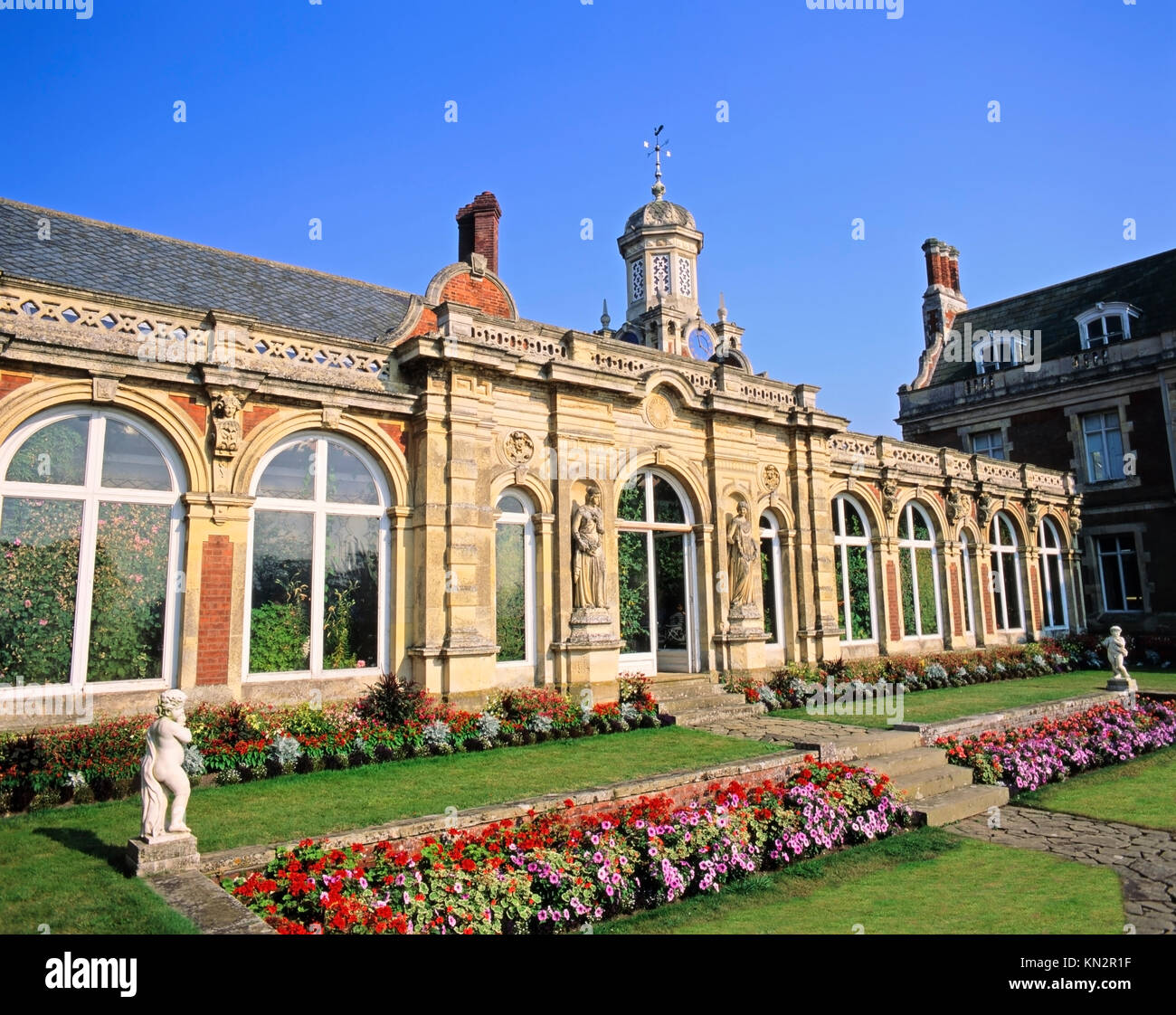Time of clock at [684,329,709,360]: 3:58
